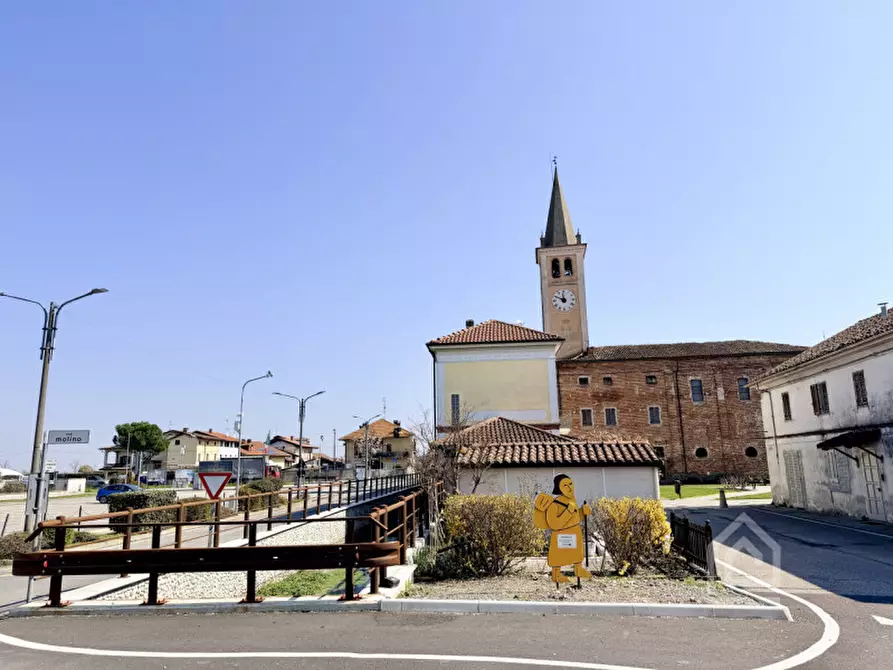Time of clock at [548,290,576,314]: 11:49
